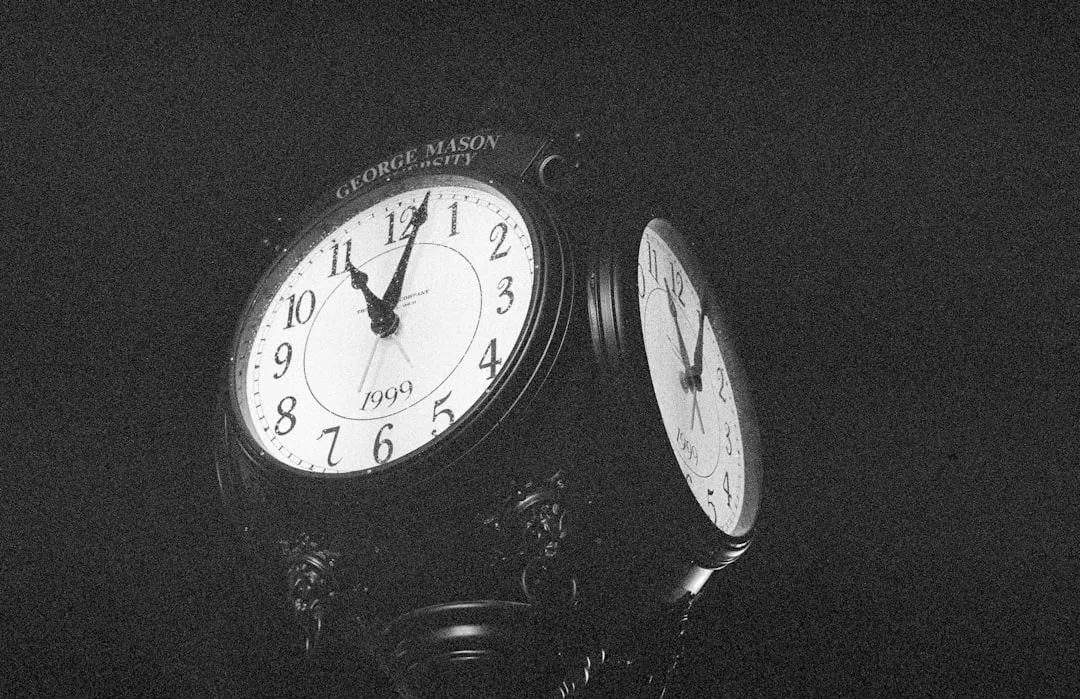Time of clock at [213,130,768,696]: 11:02
